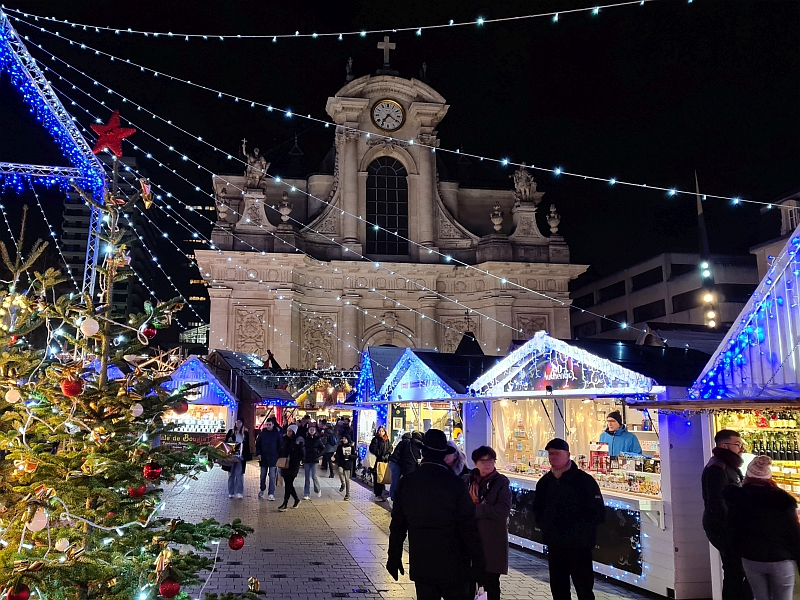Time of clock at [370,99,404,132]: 7:20
